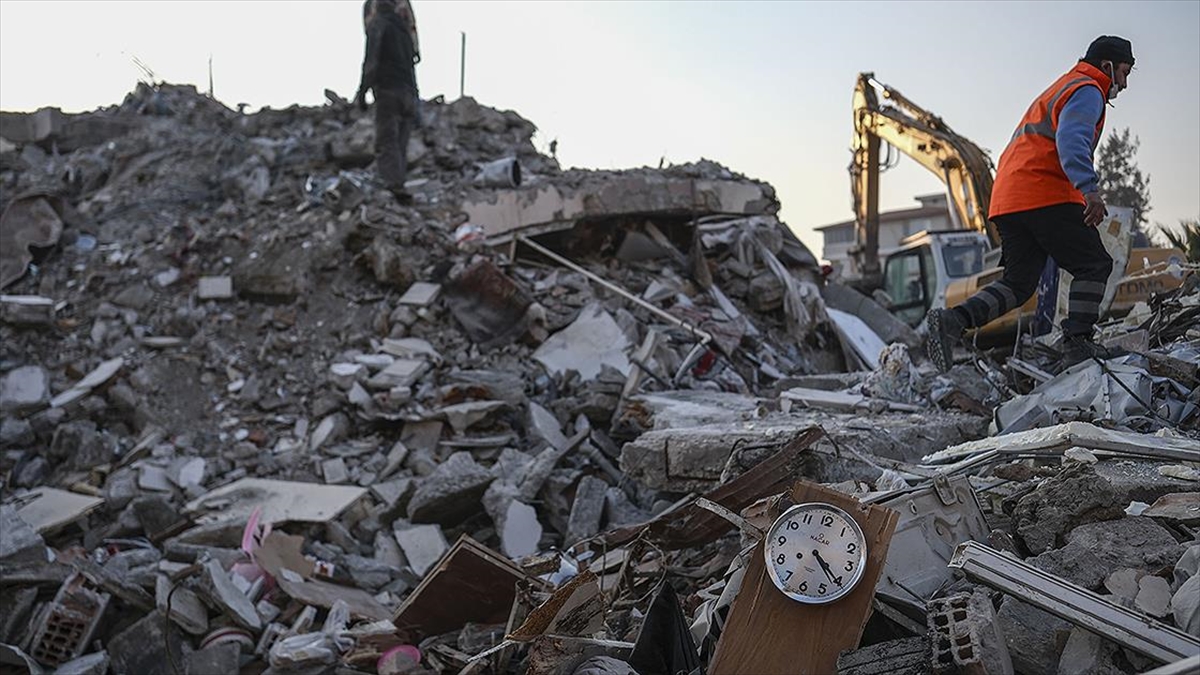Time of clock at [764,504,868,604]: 4:20
